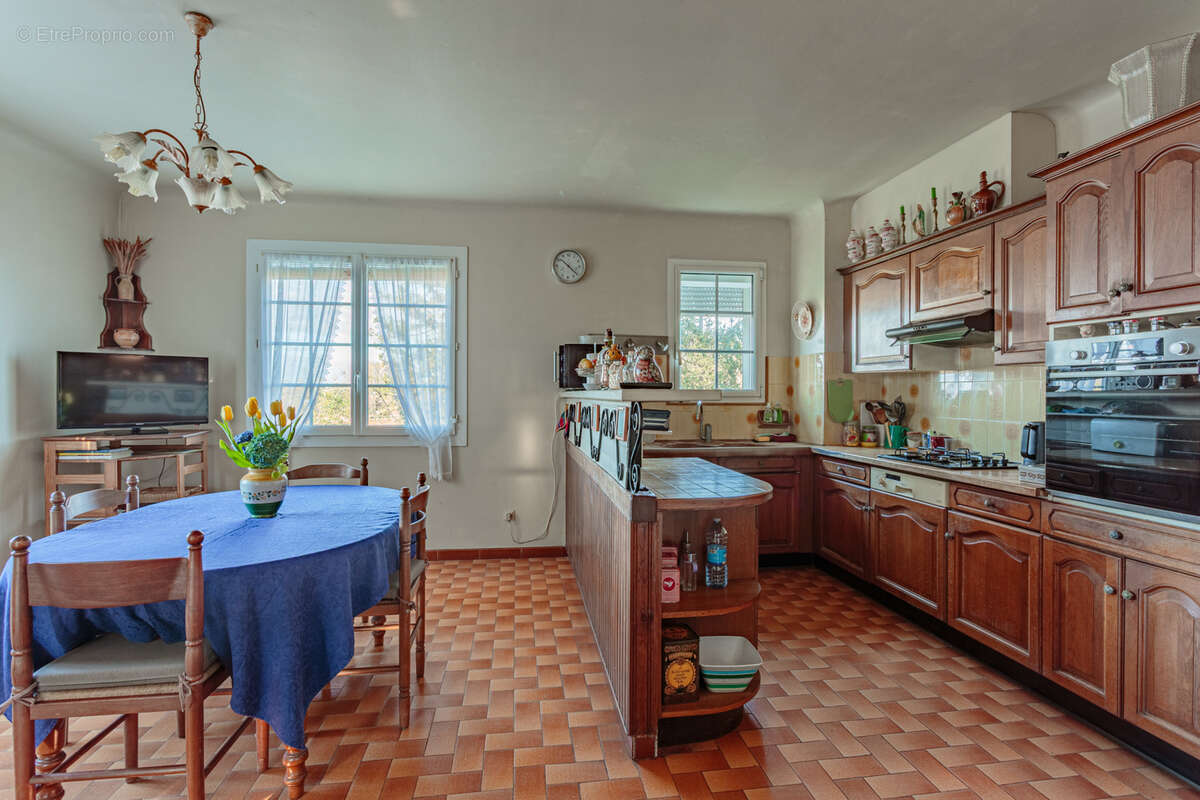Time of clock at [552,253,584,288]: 10:21
